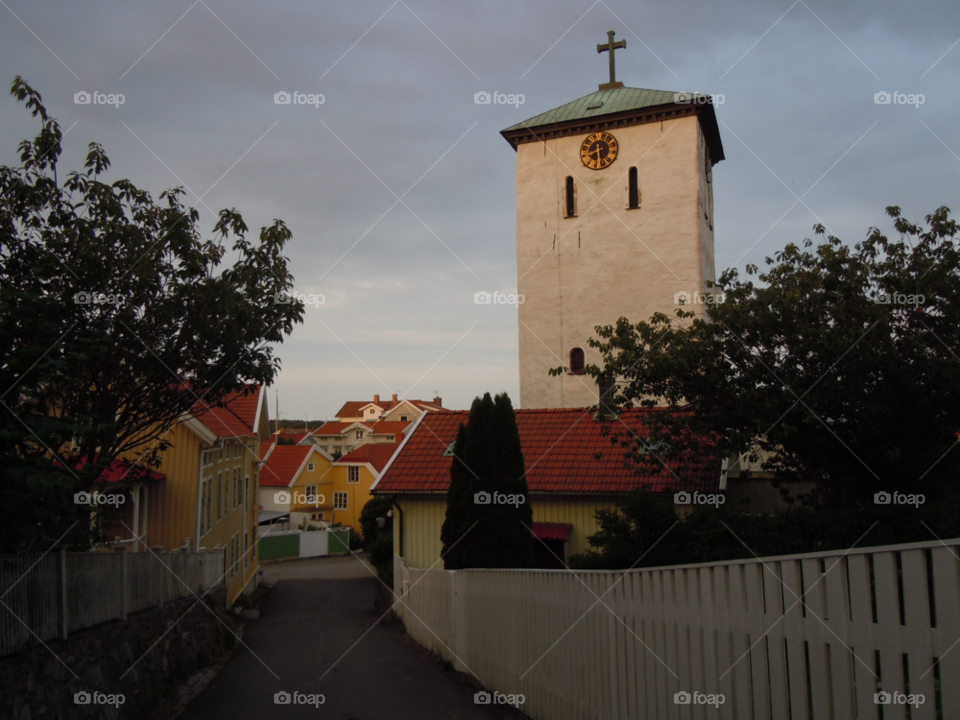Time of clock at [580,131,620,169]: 8:27
